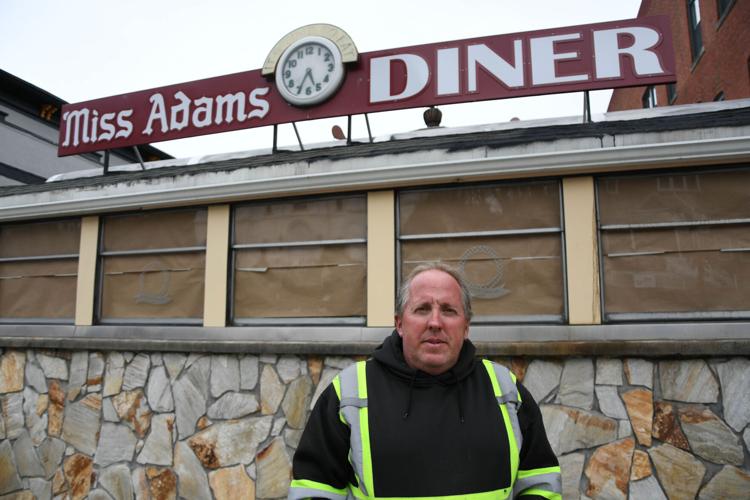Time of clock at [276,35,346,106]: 5:34
